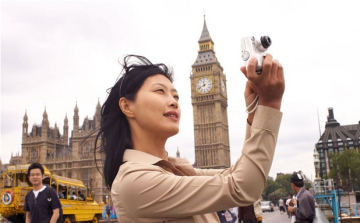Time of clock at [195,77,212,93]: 11:41
